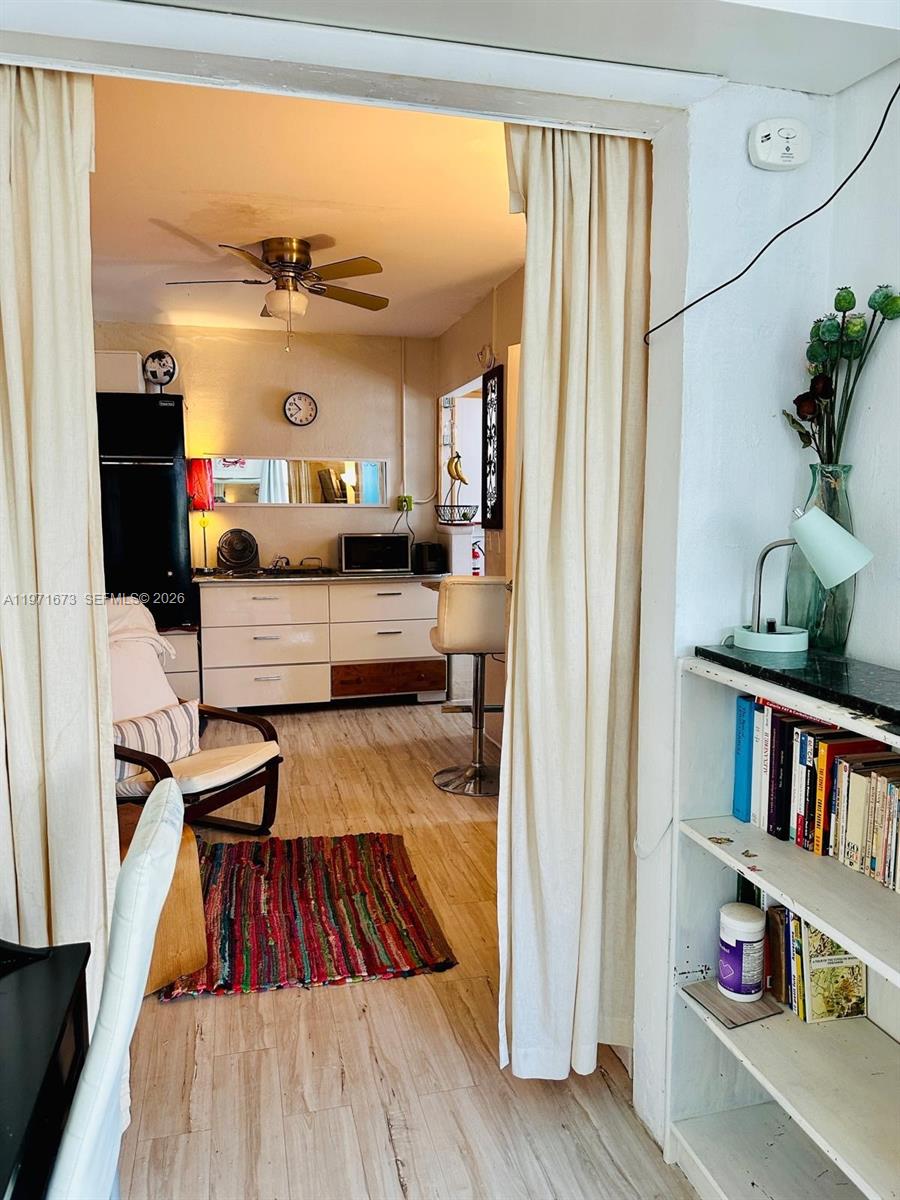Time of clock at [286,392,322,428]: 10:38
